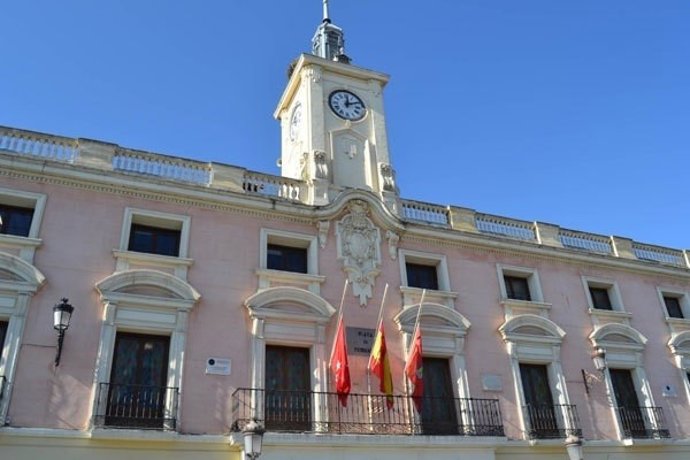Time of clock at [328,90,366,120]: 12:11
